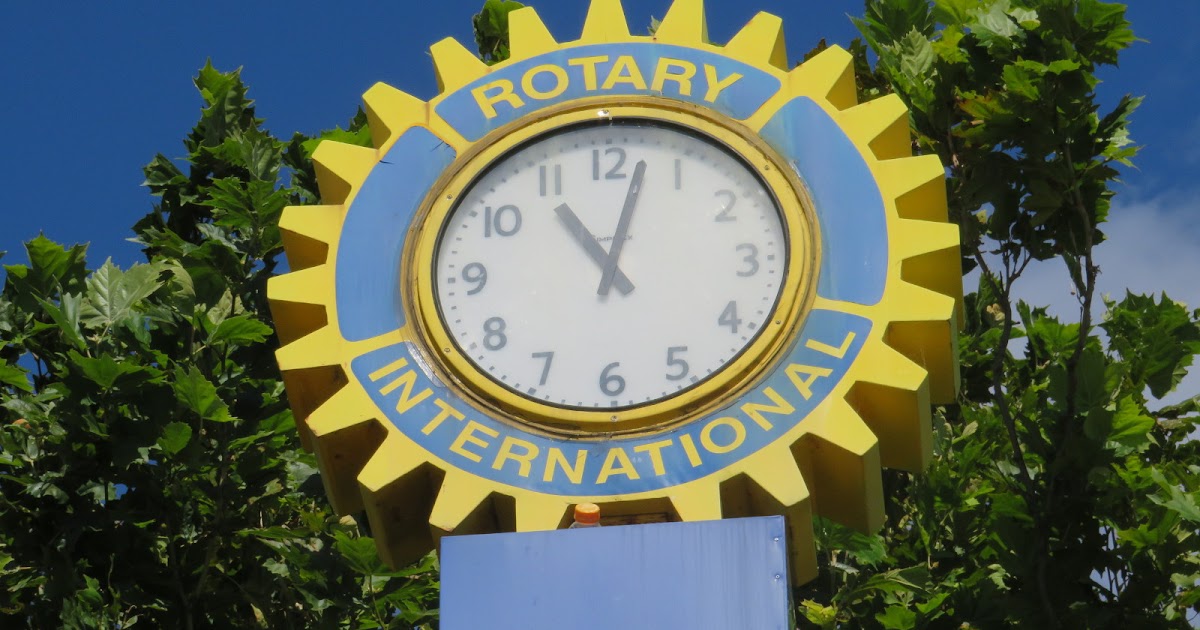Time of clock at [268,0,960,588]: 11:02
